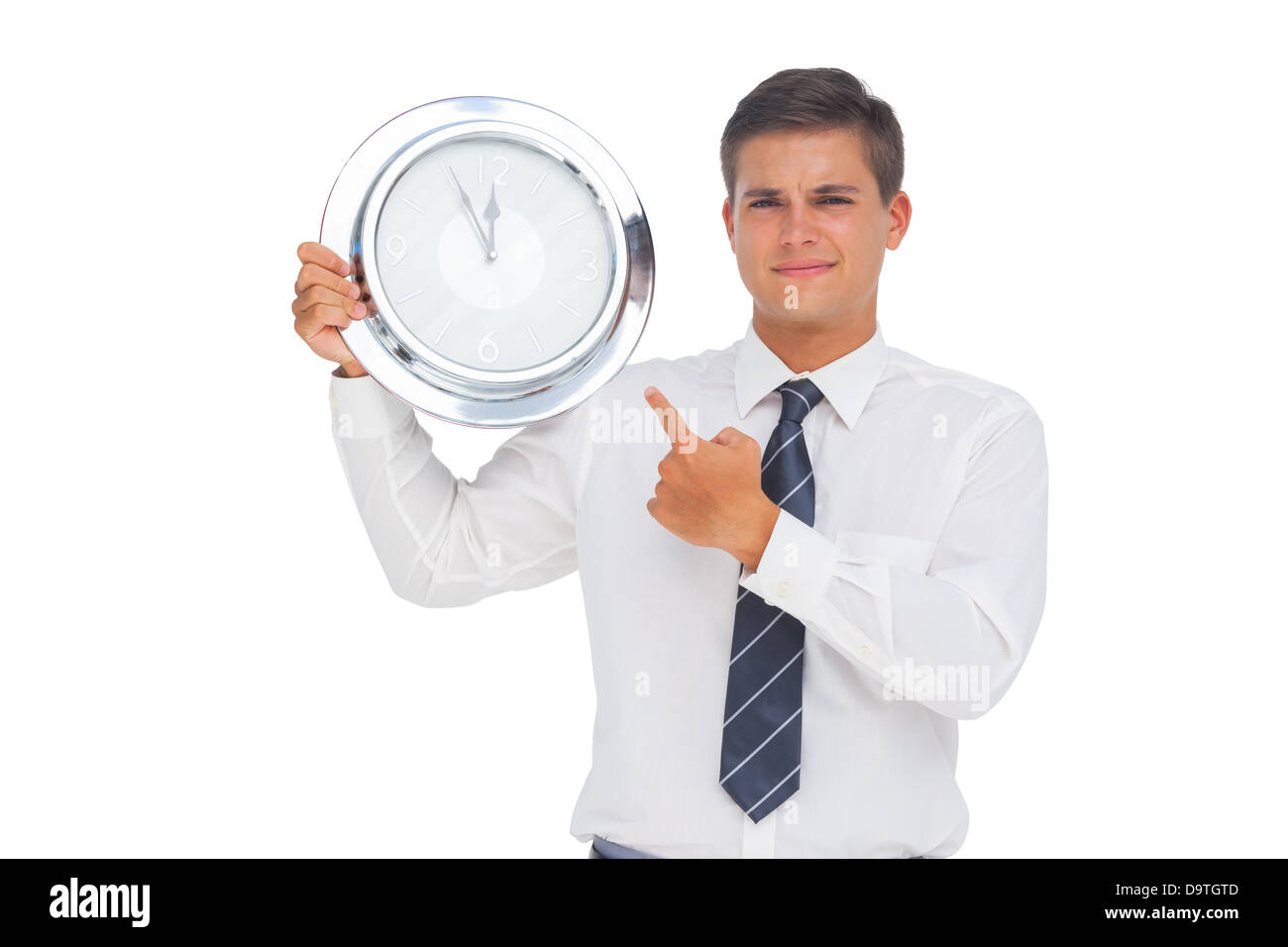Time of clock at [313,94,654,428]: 11:55
